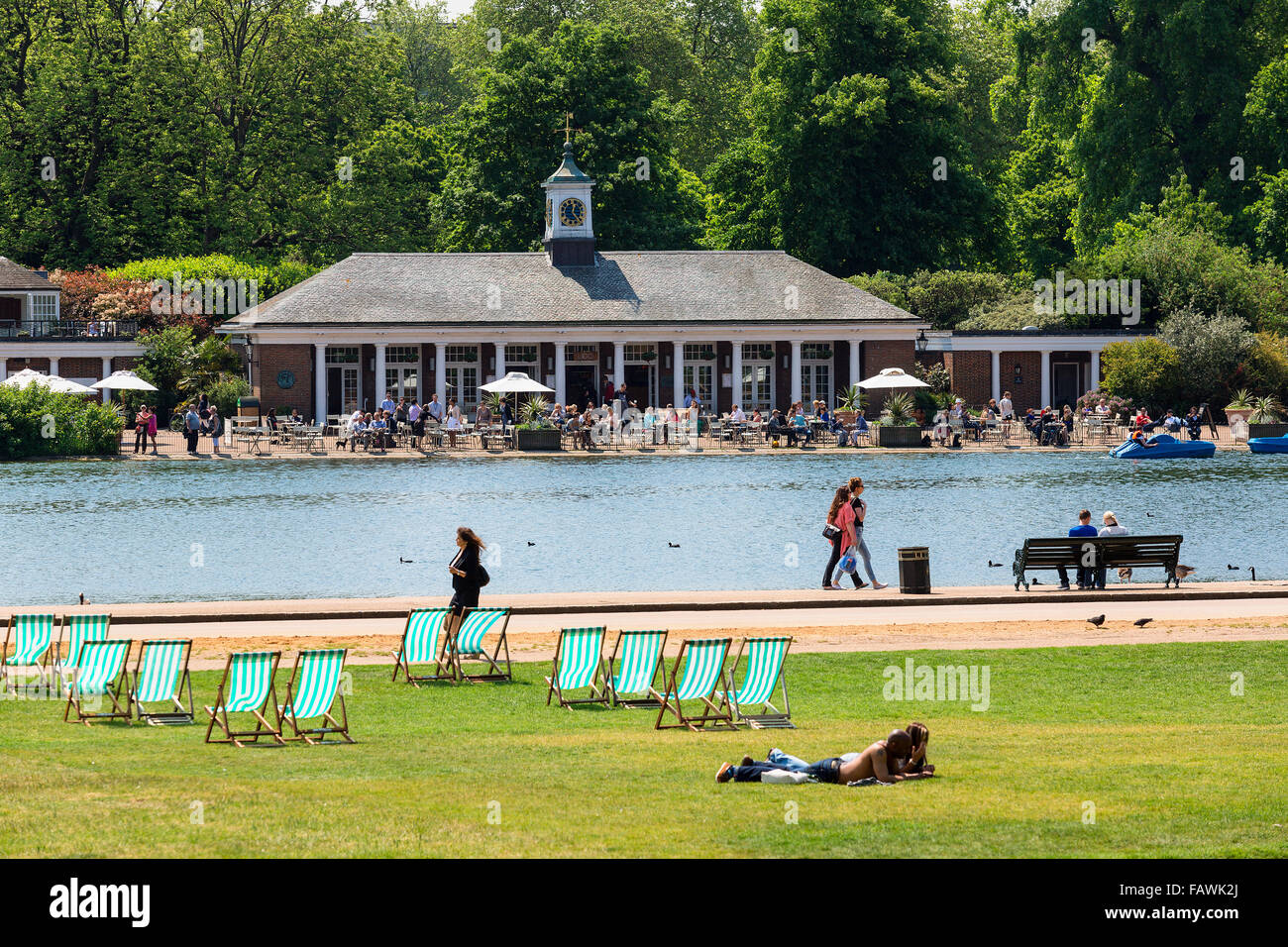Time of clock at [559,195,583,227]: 12:23
